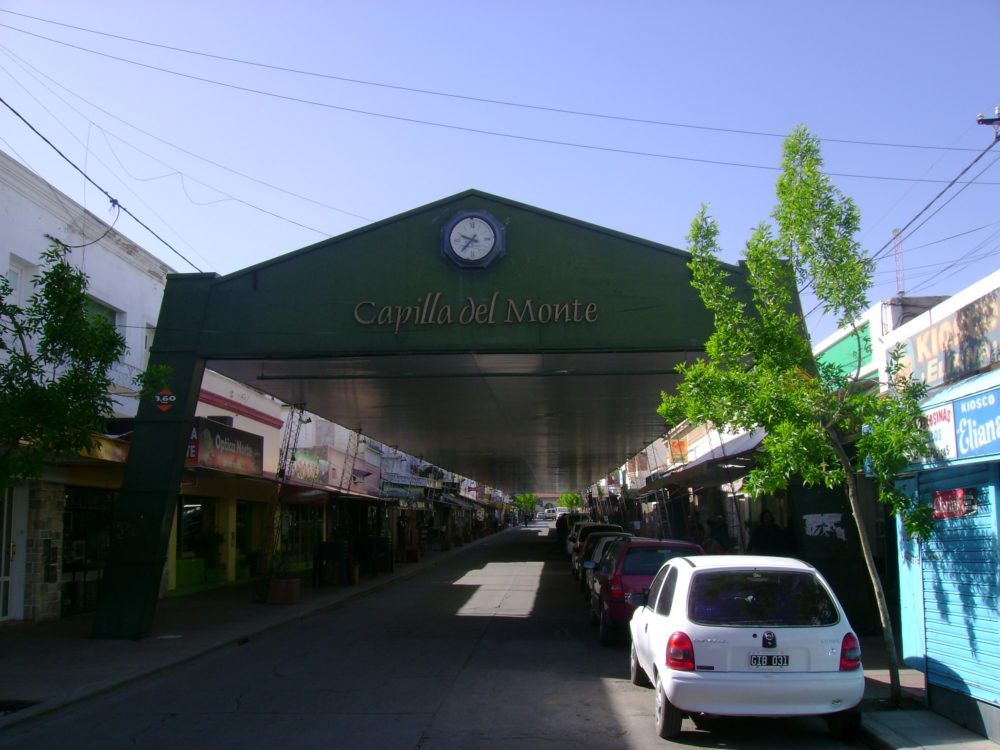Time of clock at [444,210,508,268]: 9:36
